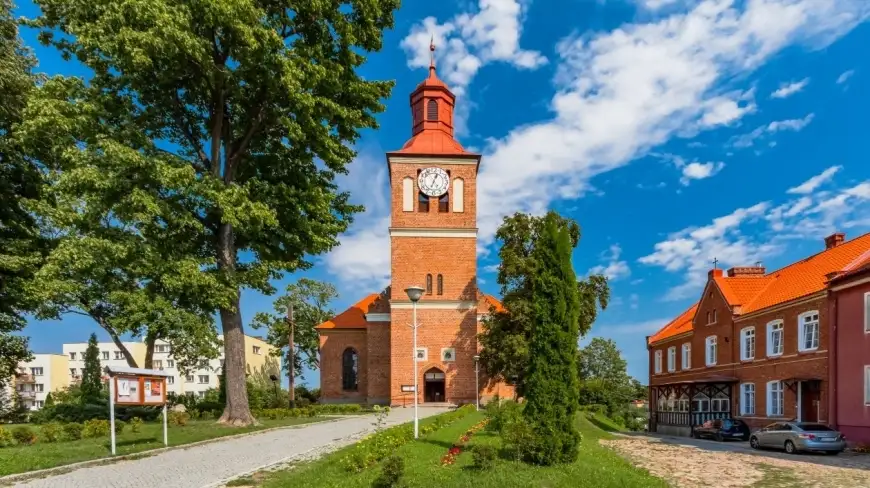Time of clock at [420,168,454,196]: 12:33
